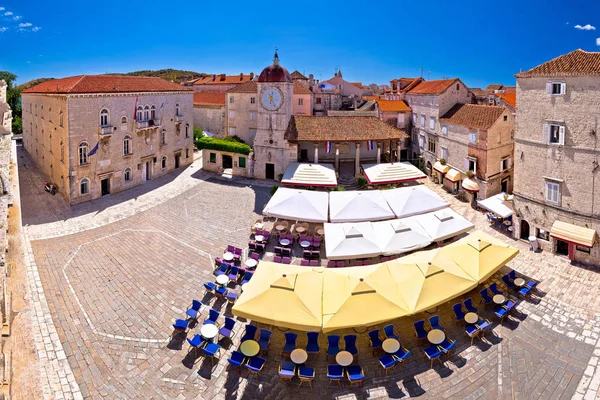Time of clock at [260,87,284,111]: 12:25
